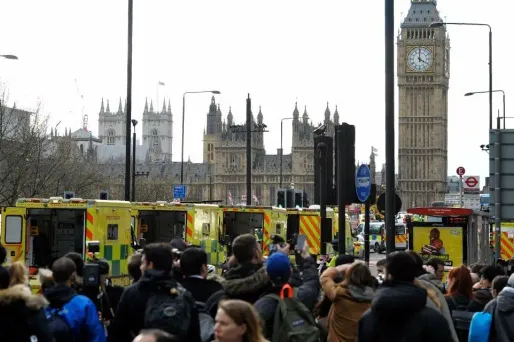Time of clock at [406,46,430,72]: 4:00
